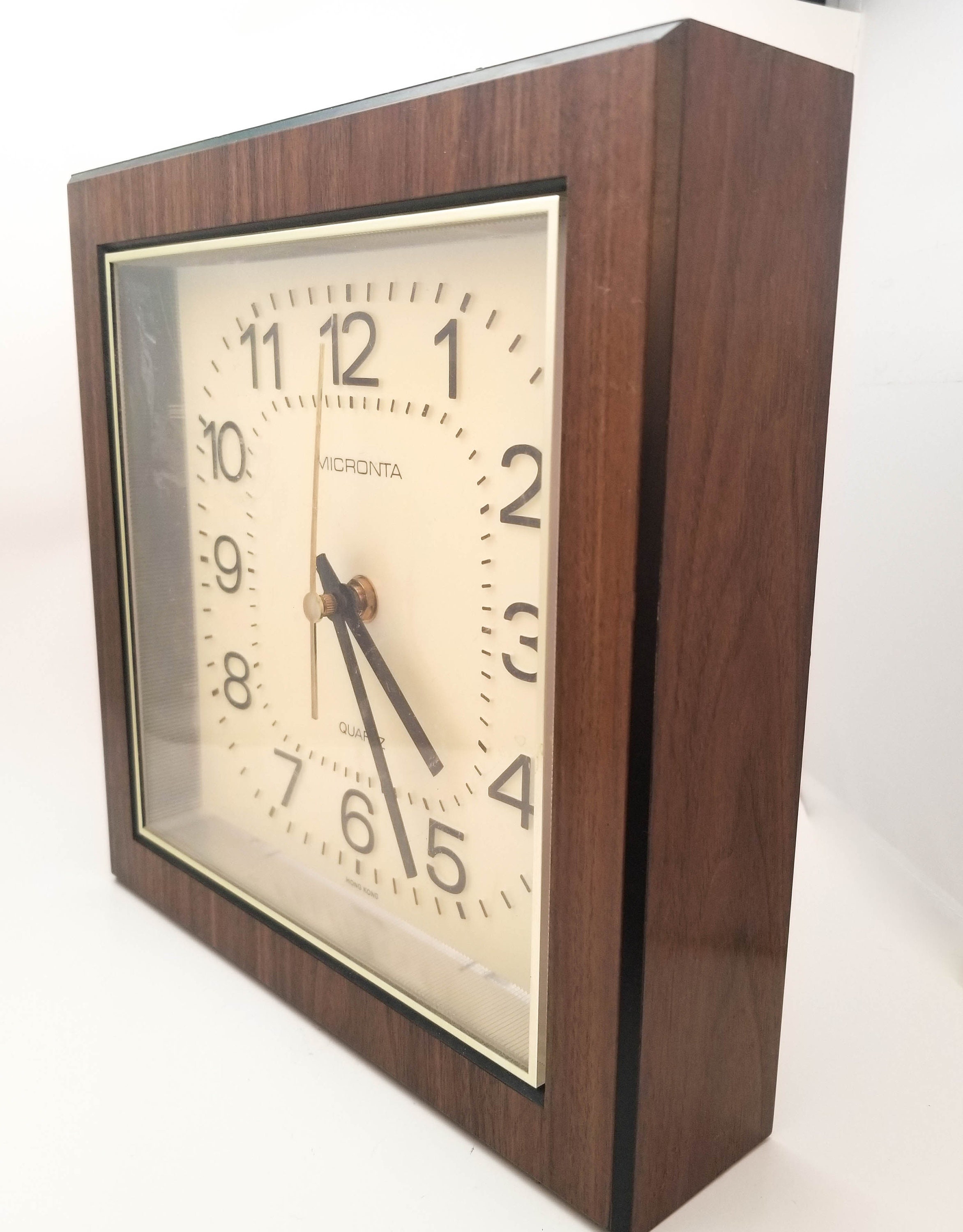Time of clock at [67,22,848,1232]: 4:26
